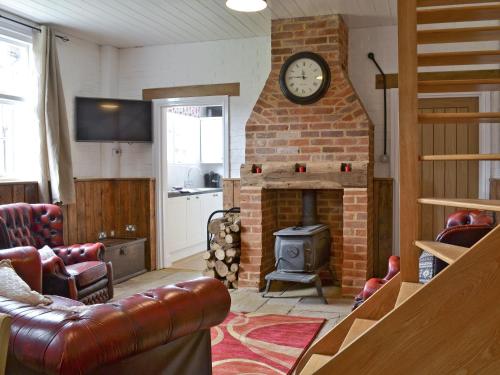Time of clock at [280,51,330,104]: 11:45
